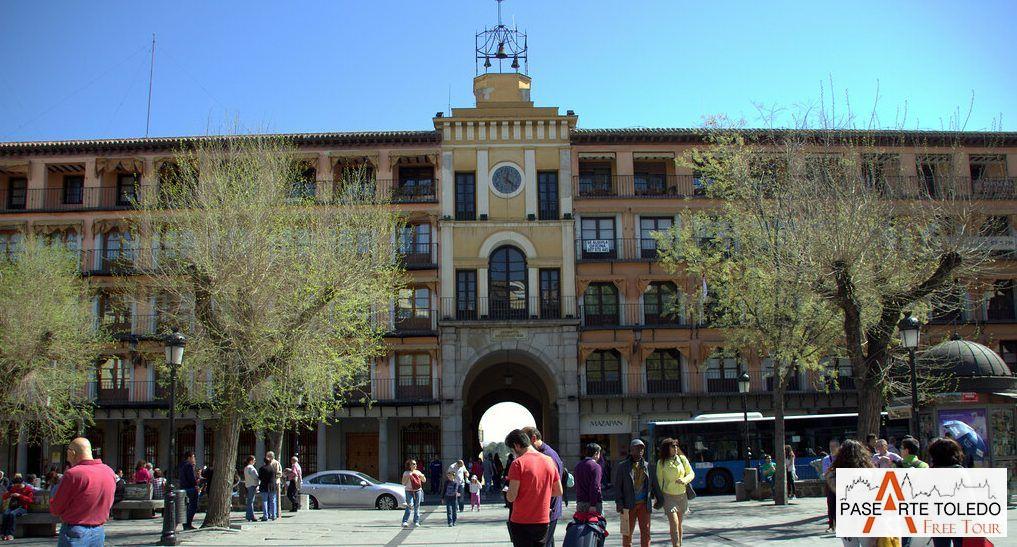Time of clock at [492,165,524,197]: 12:22
